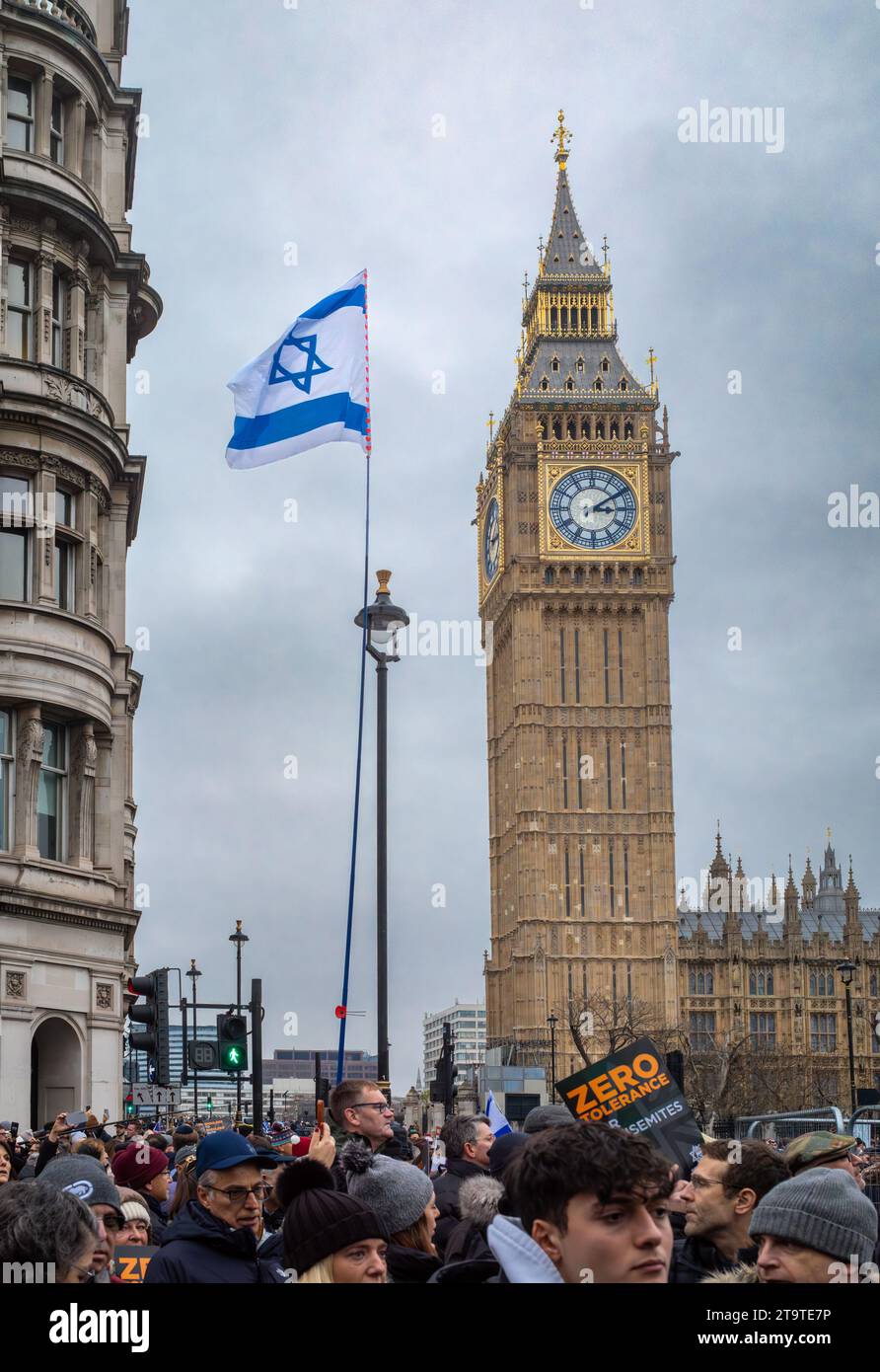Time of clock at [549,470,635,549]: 3:09
